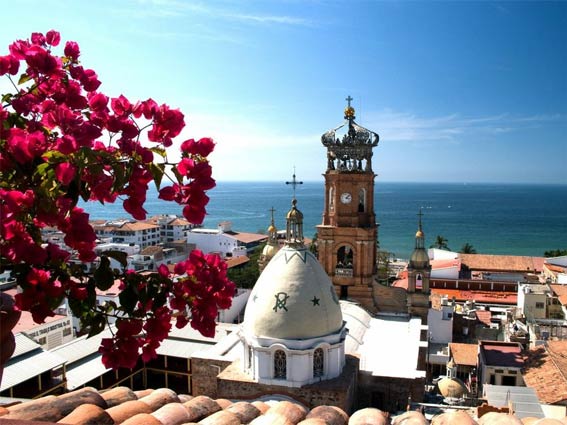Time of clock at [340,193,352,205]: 4:07
